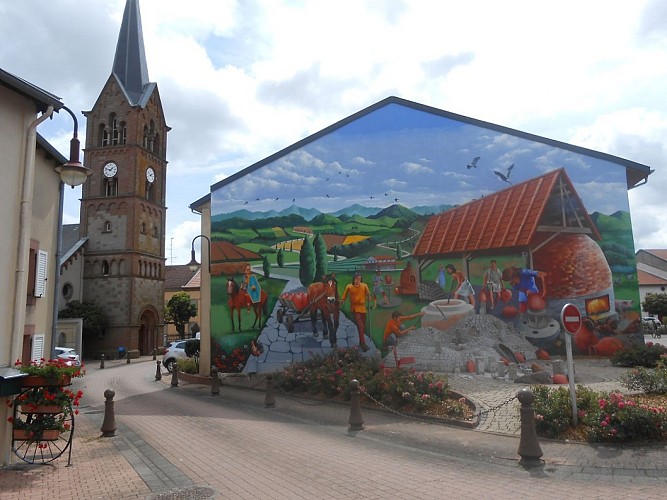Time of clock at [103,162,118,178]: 1:47
